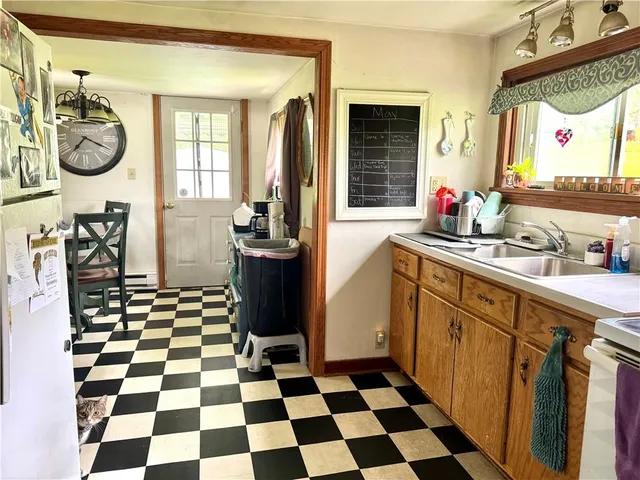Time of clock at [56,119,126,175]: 7:19
